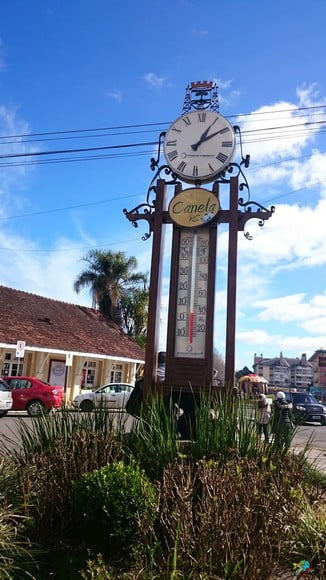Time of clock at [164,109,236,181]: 1:09
